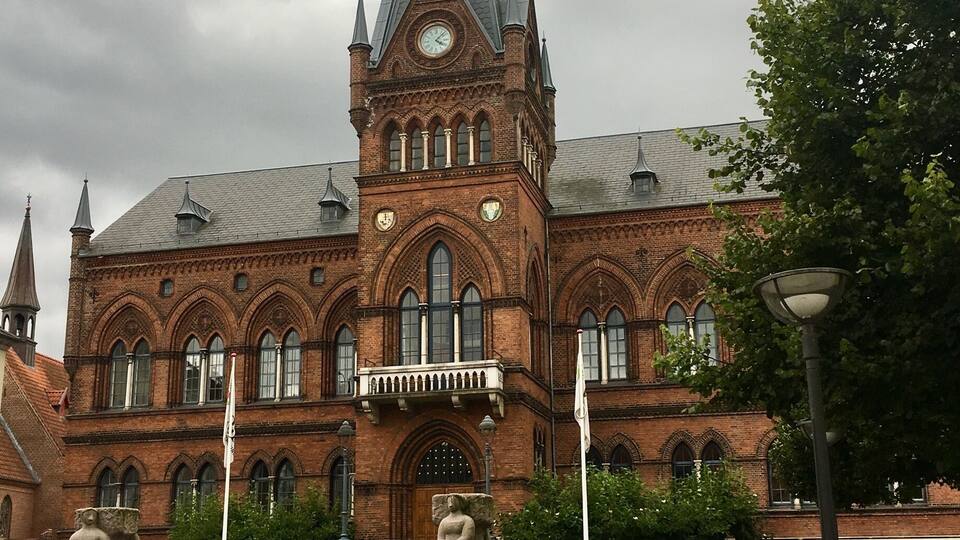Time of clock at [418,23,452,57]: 4:07
